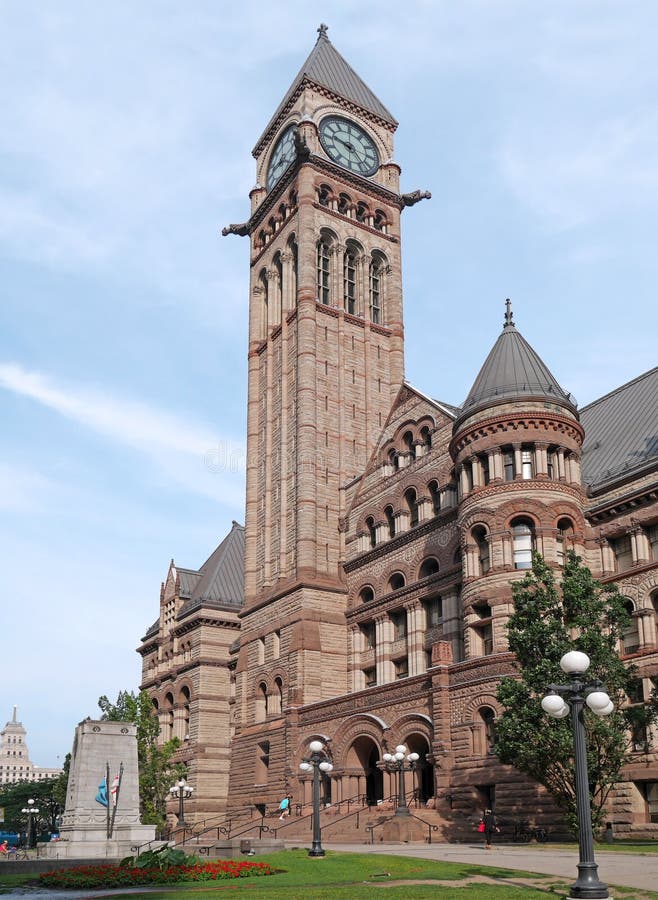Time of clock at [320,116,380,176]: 9:23
